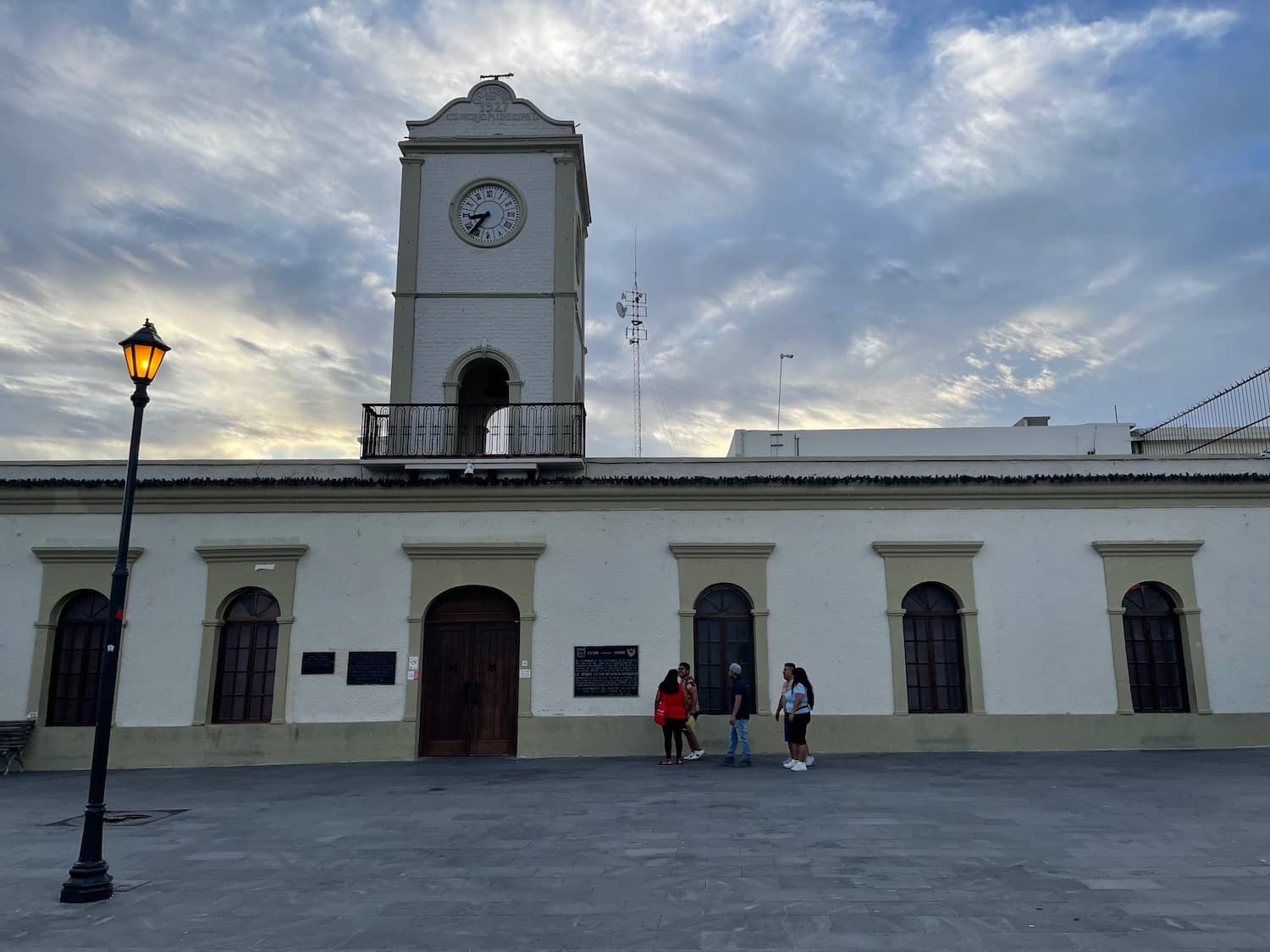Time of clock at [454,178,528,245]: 8:36
